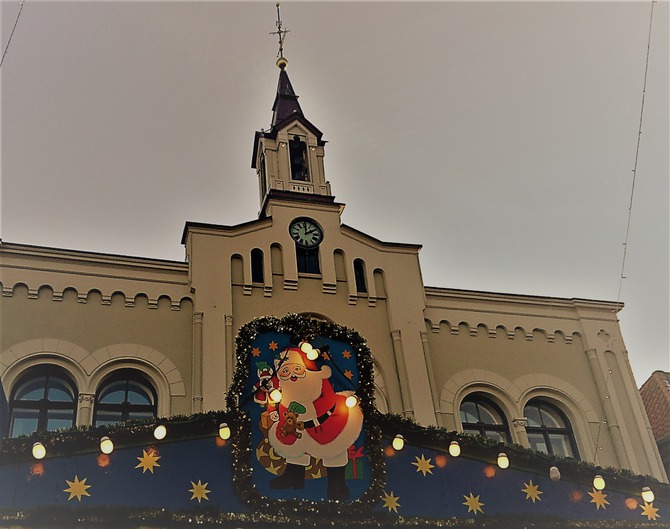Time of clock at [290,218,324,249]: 2:00
